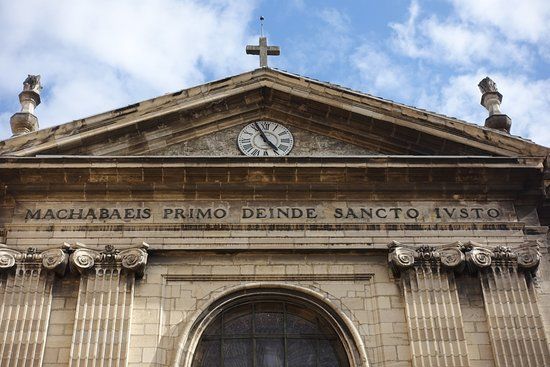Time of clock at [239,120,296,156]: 4:56
